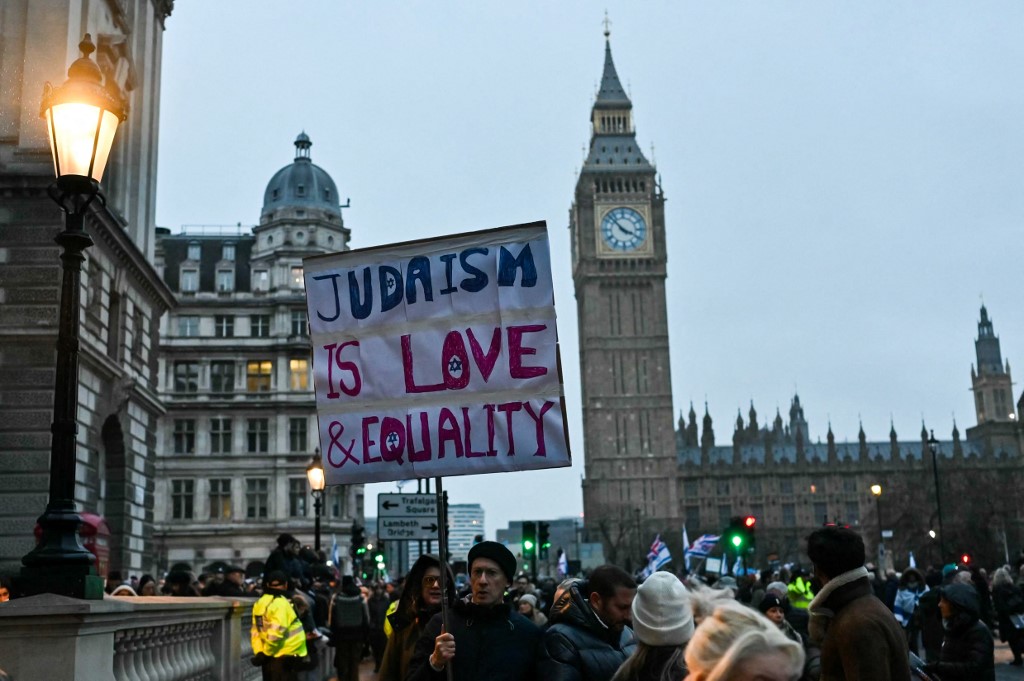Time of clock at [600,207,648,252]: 3:52
